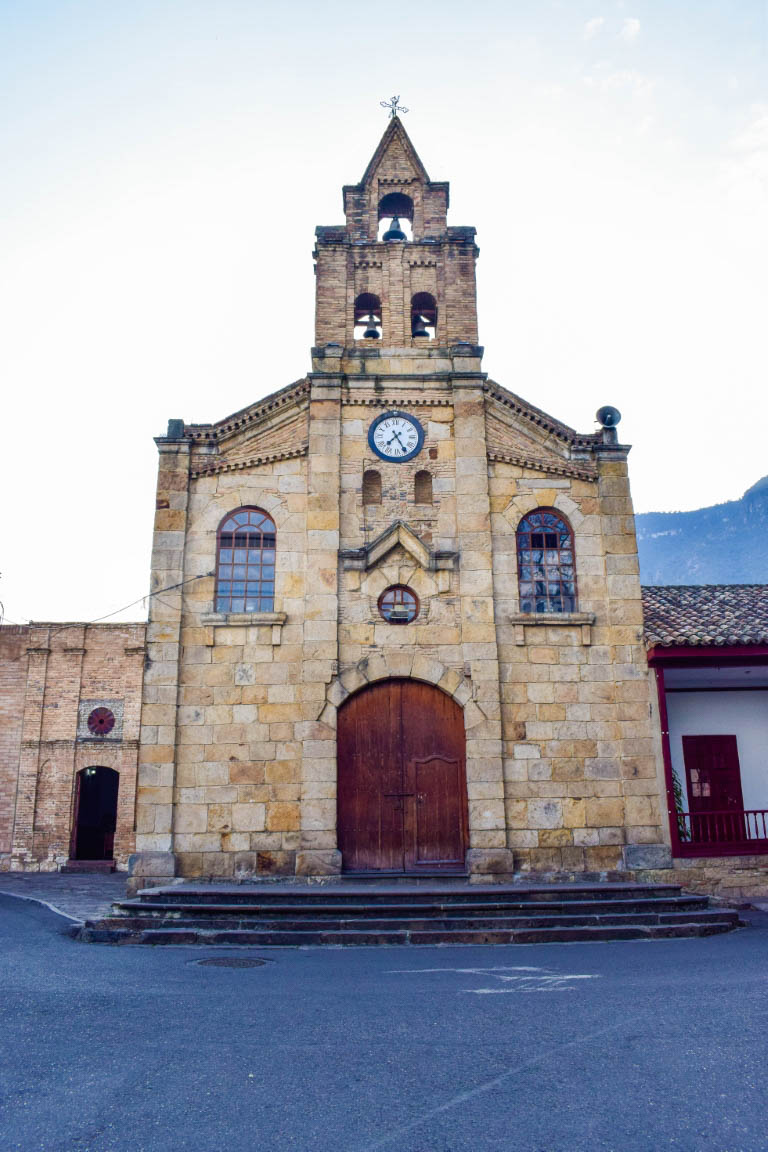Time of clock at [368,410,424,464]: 7:25
